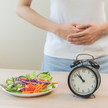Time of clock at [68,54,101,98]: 10:52
